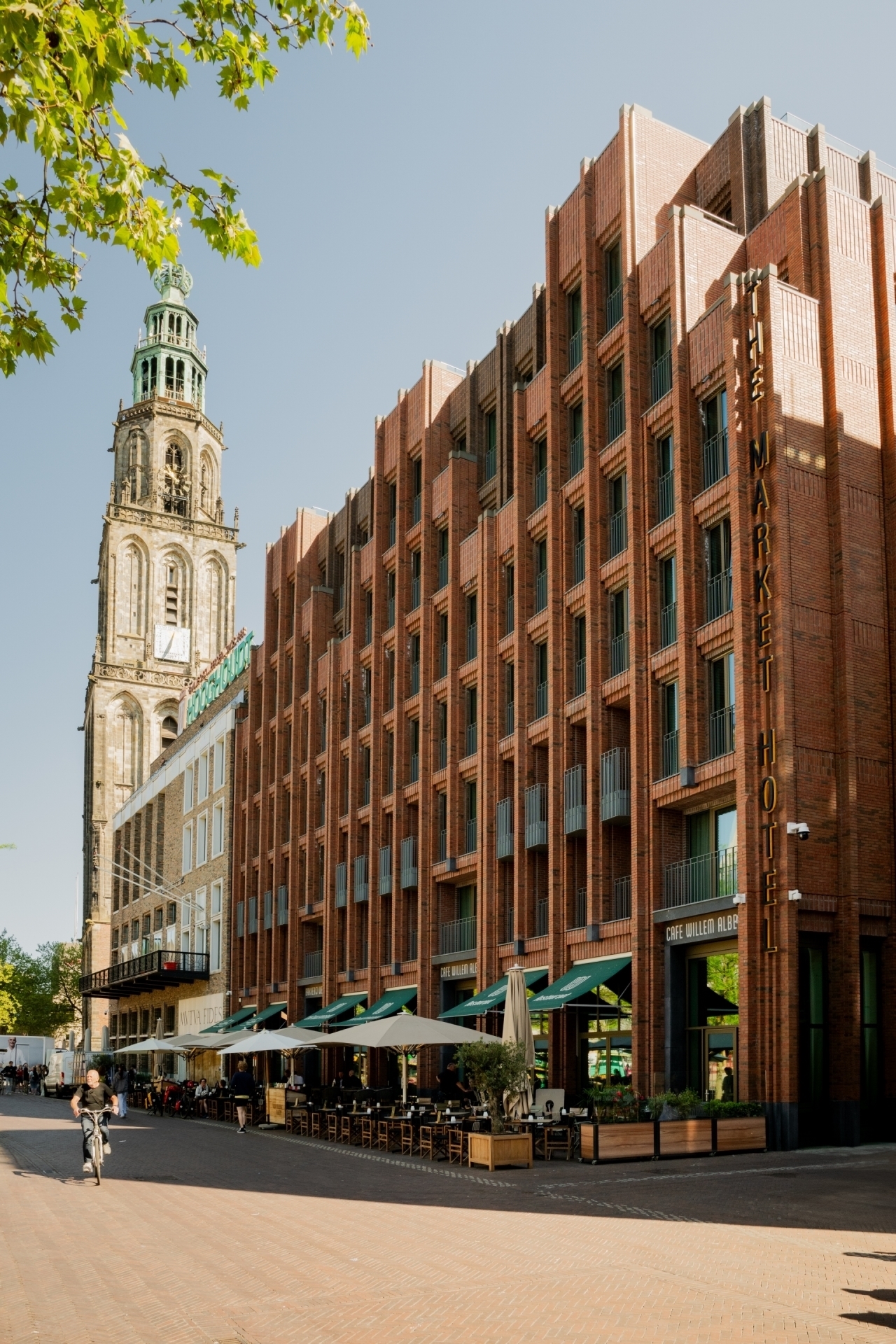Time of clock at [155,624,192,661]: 6:34
